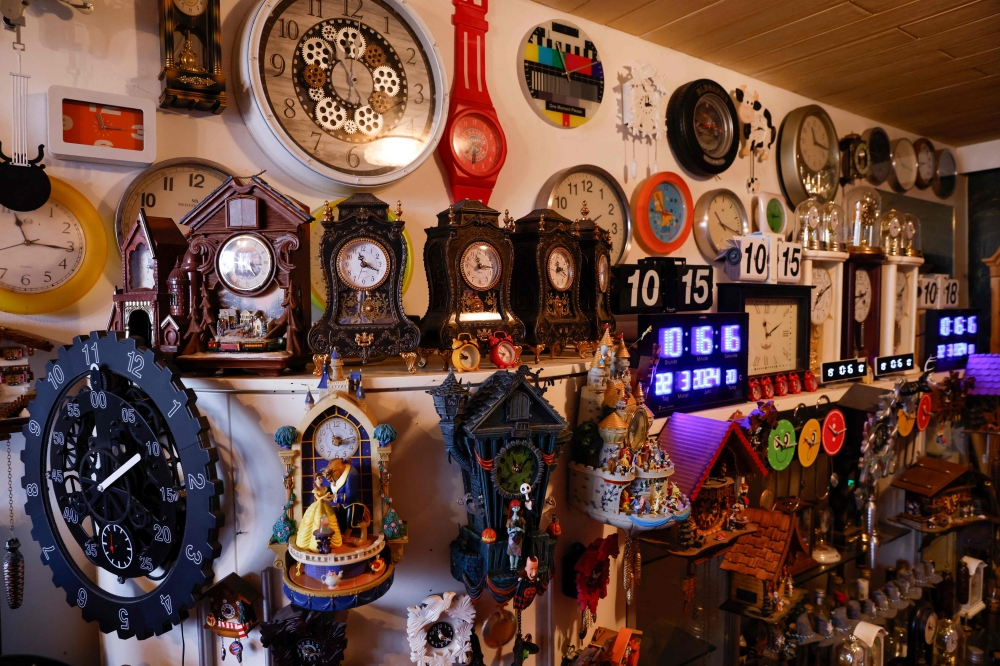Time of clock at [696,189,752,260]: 10:17
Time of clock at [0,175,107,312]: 11:15
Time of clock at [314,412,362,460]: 3:13
